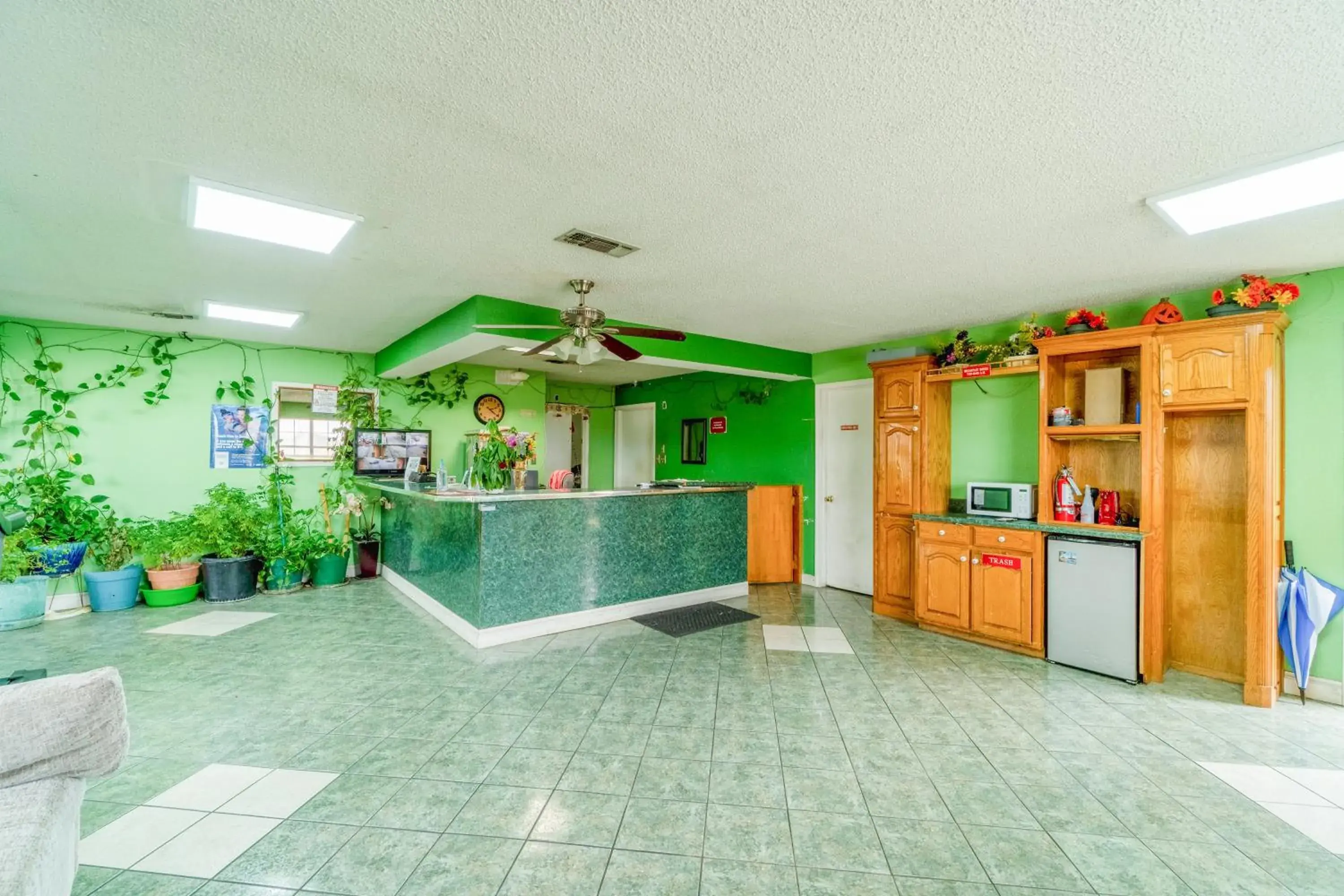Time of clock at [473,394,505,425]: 4:12
